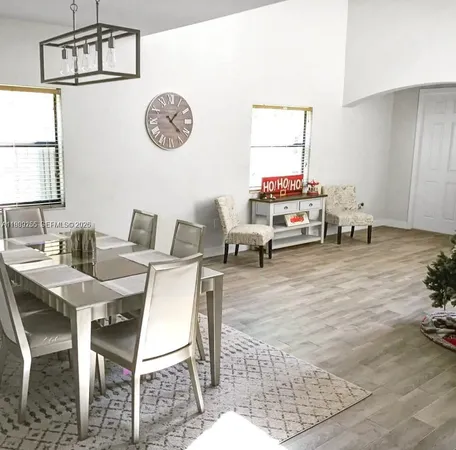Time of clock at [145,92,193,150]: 1:22
